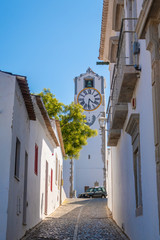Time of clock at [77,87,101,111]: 4:31
